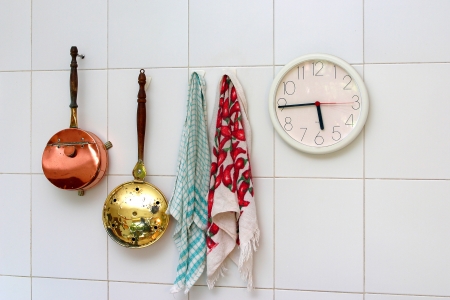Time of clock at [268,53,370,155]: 5:44
